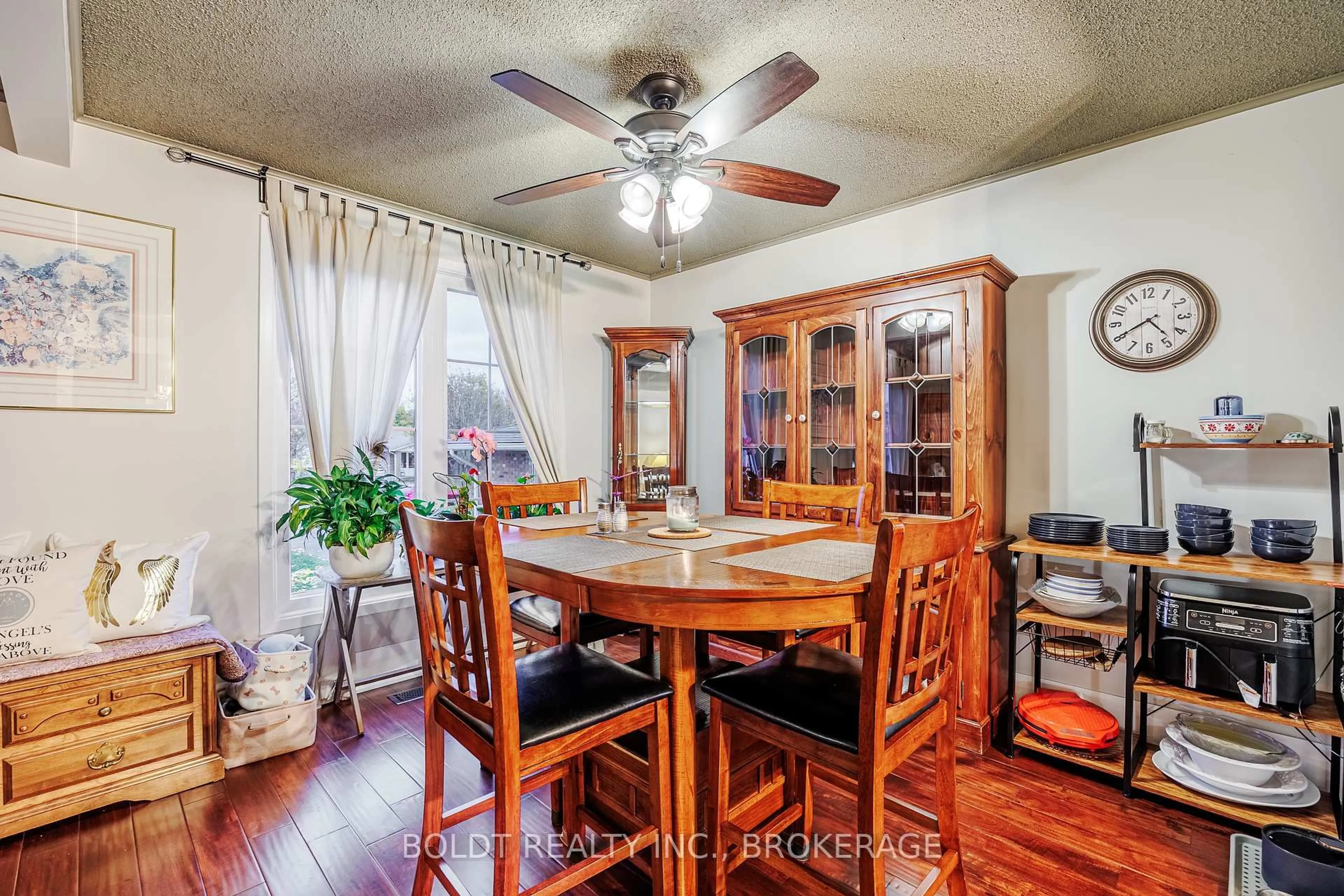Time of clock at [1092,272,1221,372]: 4:40
